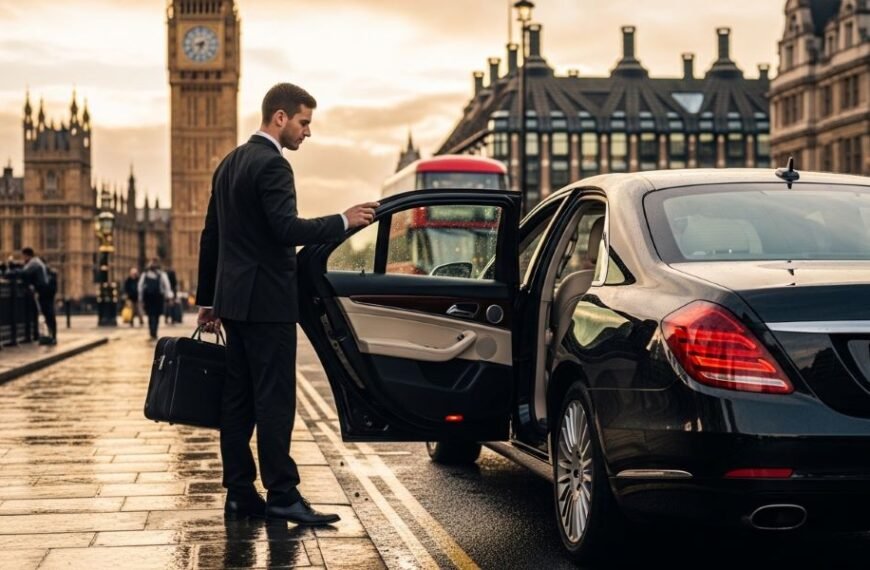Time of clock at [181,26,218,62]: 8:33
